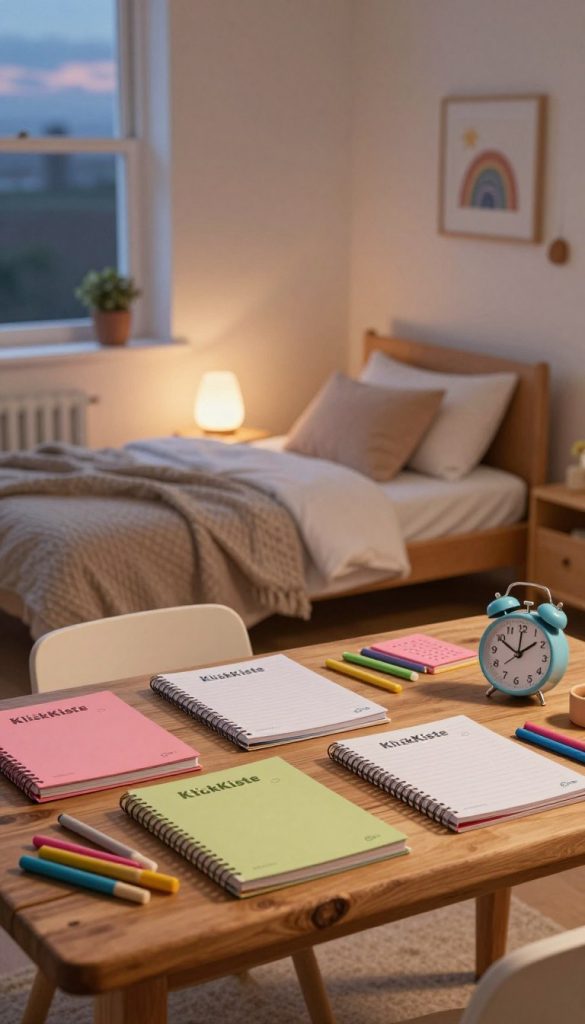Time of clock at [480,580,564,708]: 1:49
